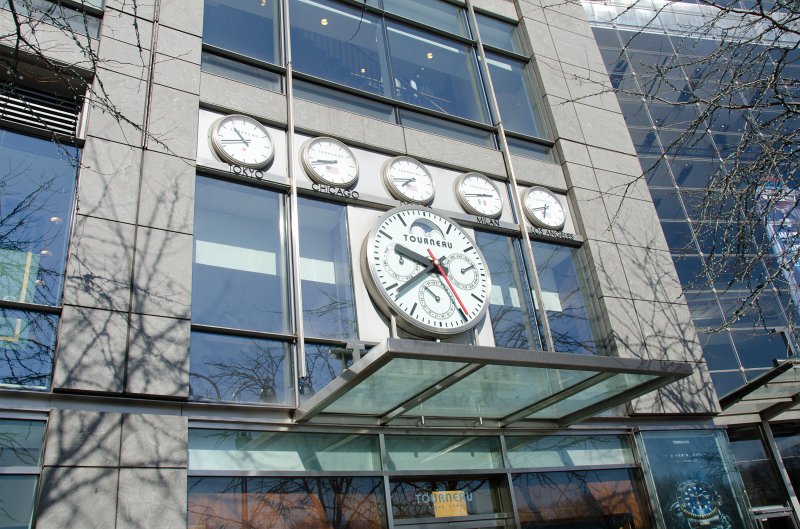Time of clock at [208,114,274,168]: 10:42
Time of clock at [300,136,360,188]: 8:42
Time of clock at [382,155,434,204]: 7:43
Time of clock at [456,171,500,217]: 2:43
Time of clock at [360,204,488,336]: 9:39
